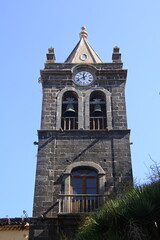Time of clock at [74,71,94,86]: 11:41
